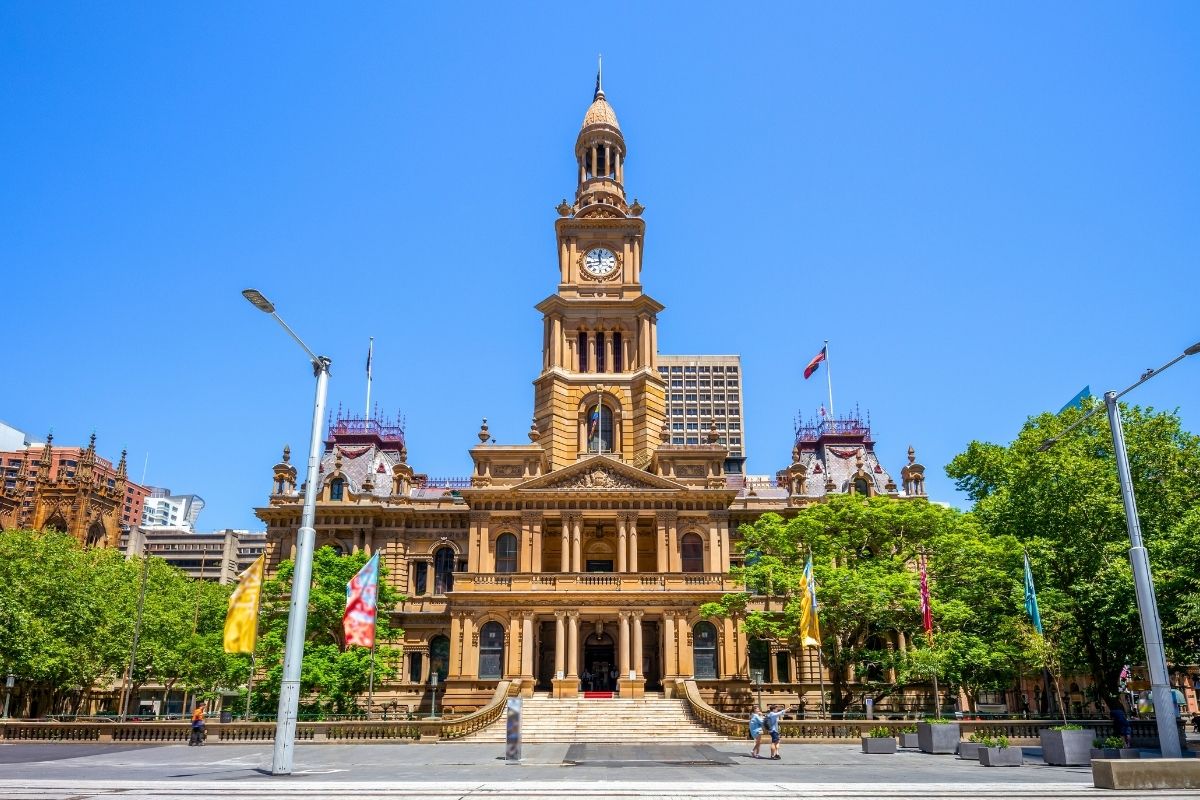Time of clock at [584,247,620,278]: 11:43
